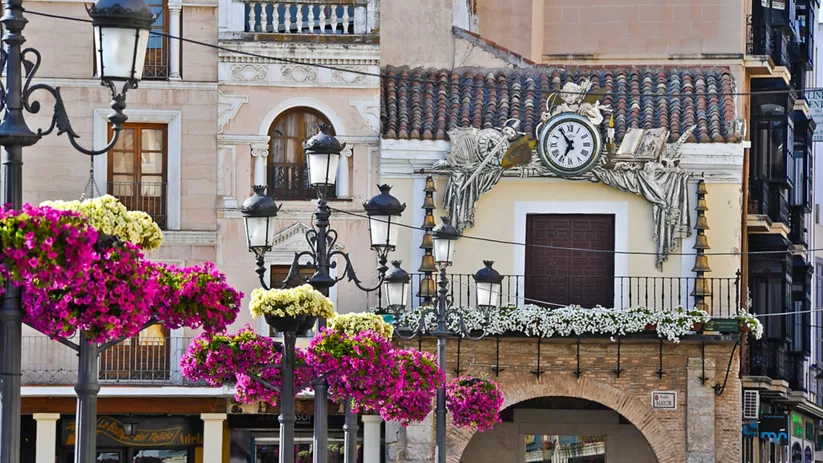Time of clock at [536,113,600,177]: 6:54
